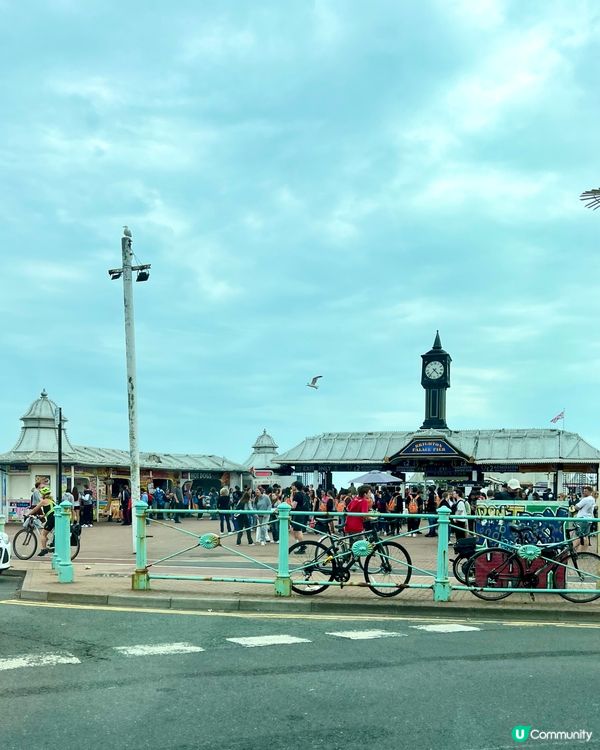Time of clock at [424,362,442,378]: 4:36
